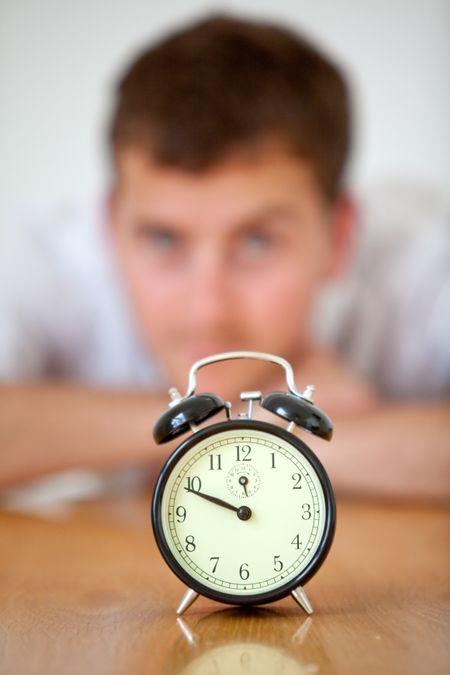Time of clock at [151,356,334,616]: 9:49
